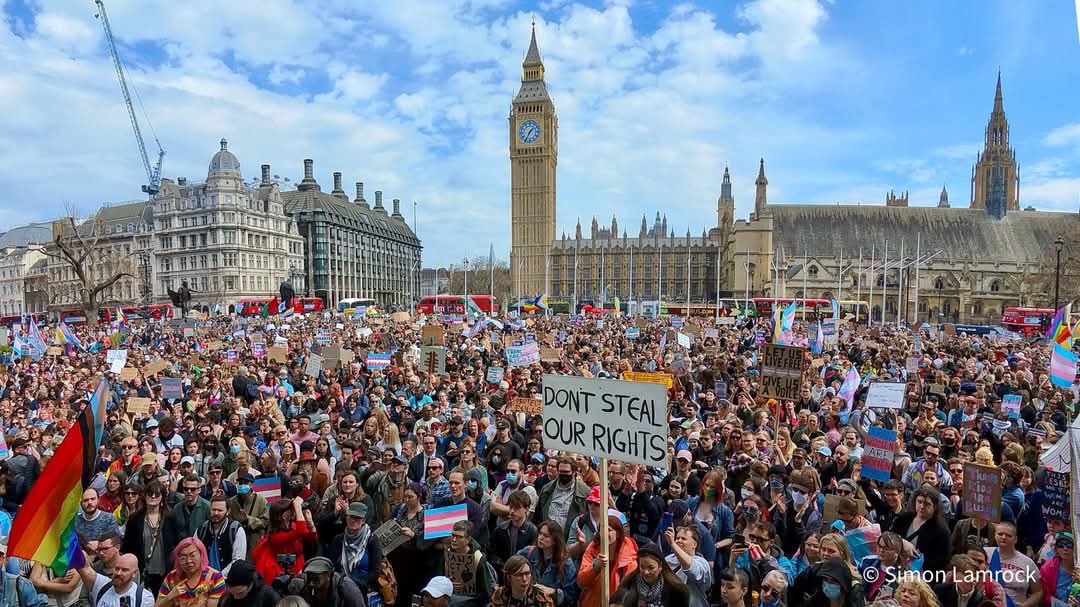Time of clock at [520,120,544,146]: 1:34
